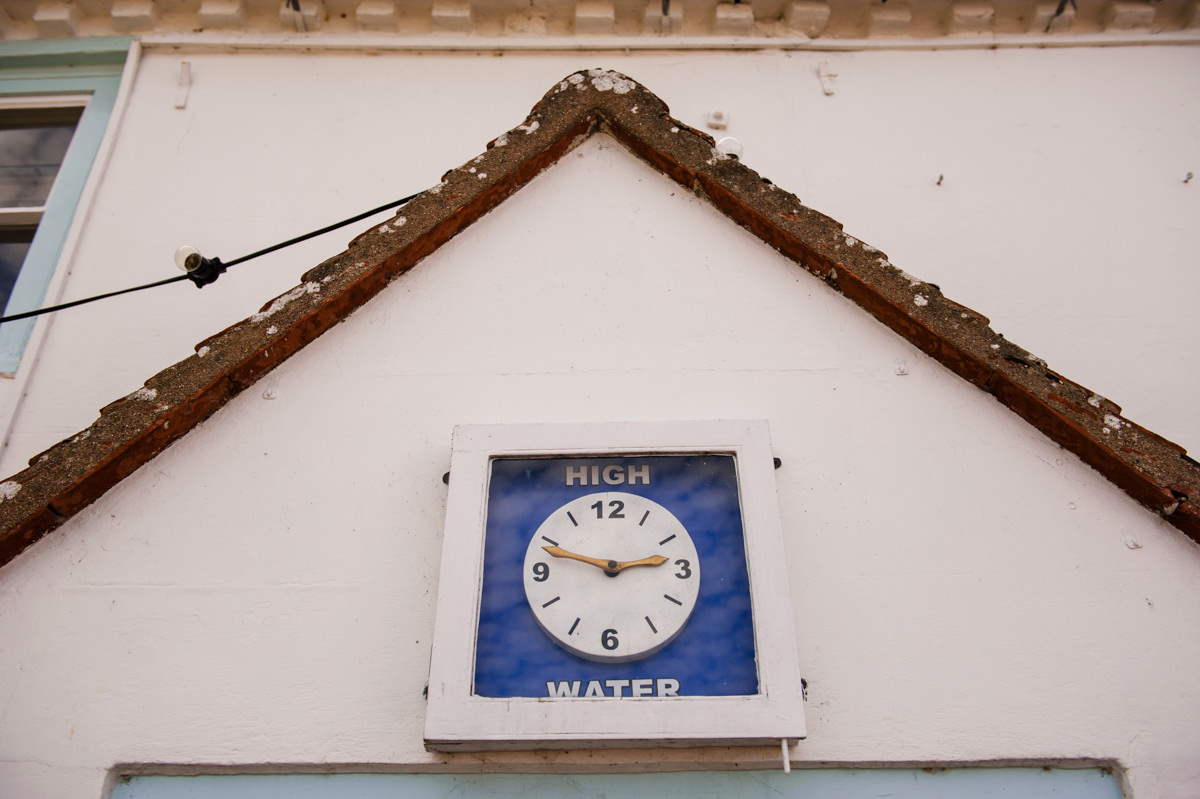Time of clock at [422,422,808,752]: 2:48
